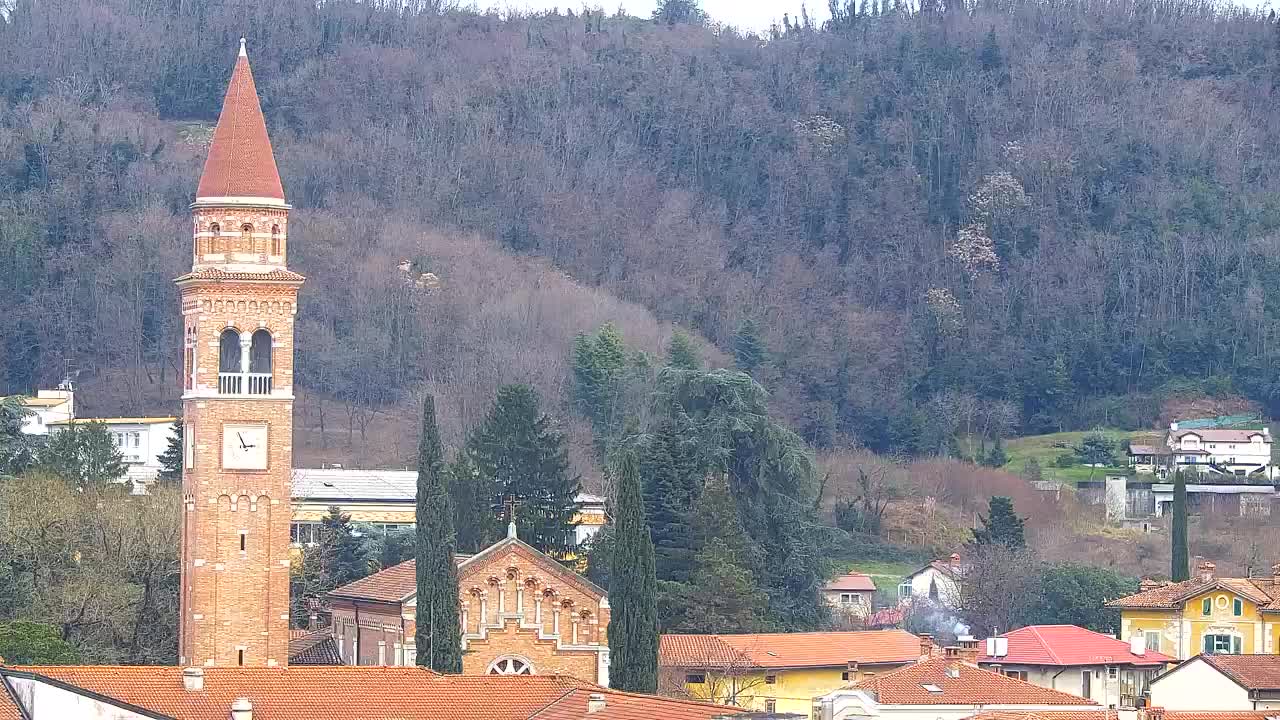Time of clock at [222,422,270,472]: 2:56
